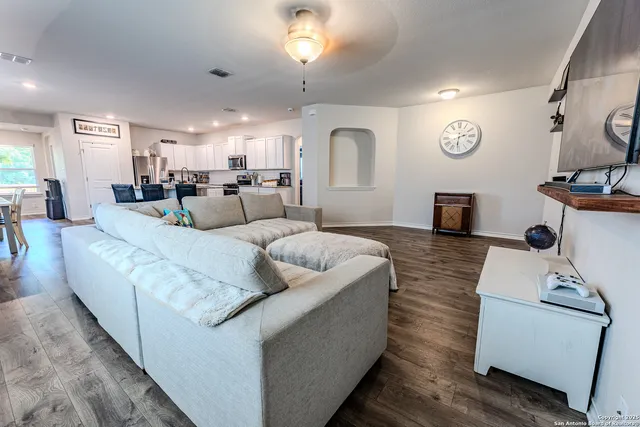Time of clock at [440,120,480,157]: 2:31
